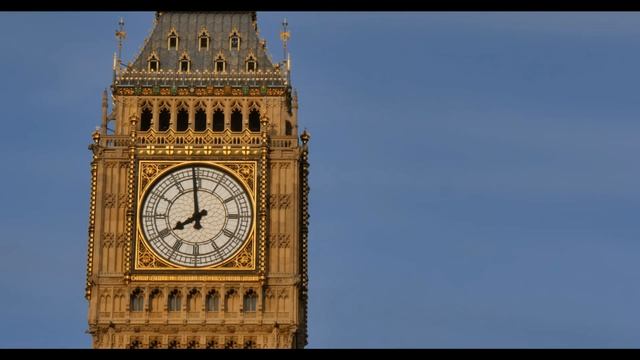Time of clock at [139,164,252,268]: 7:58
